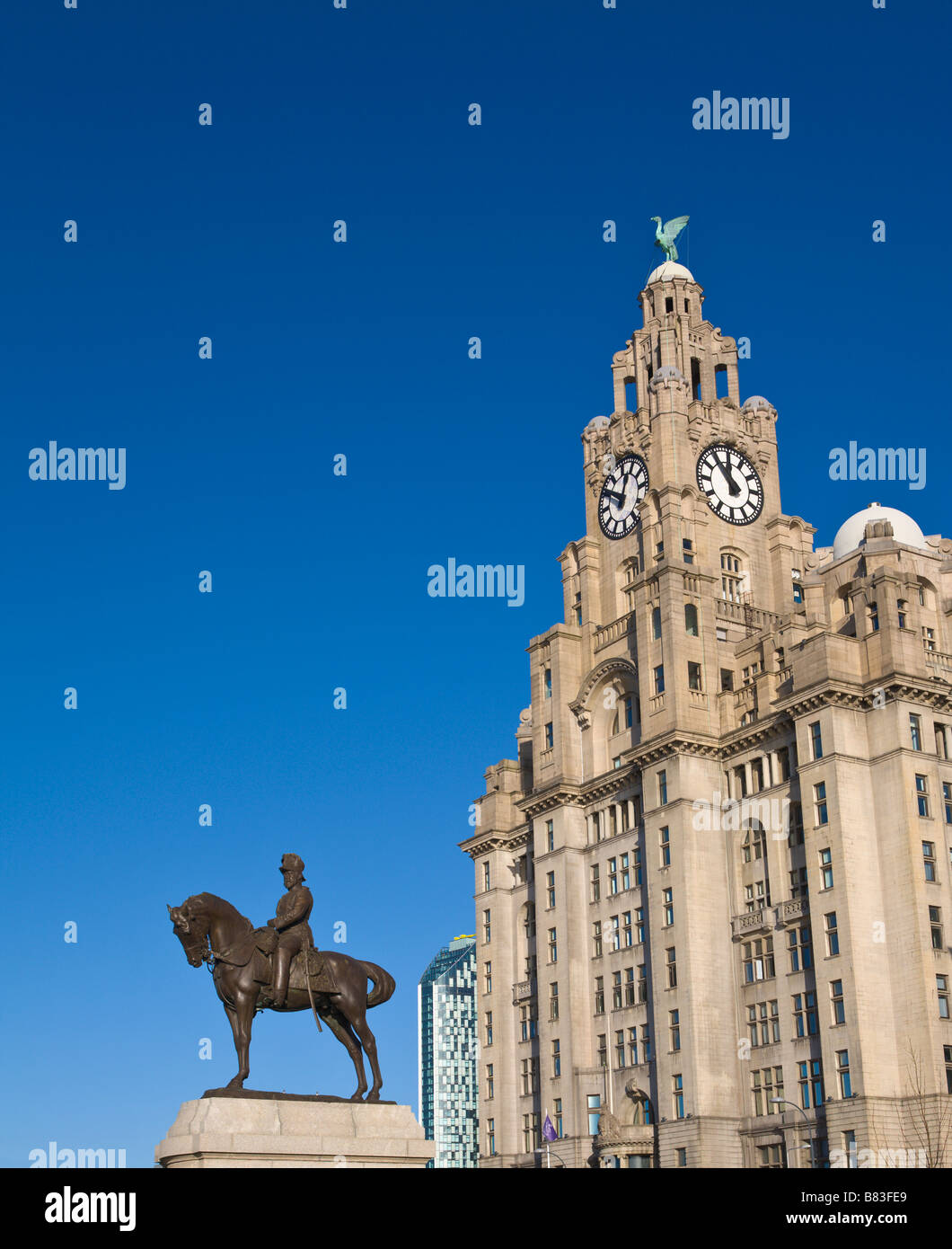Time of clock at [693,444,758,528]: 11:53
